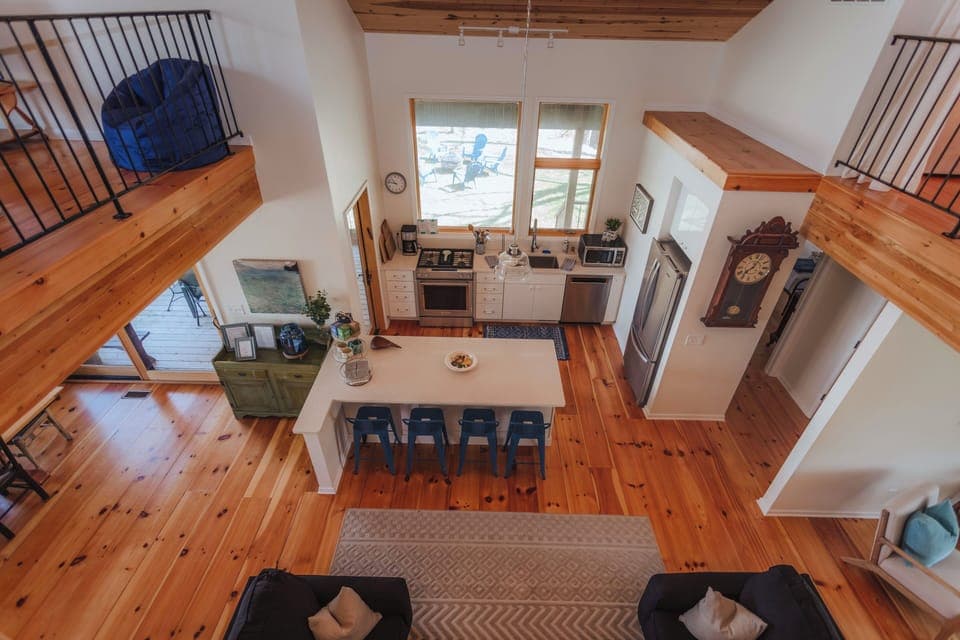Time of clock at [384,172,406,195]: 10:46
